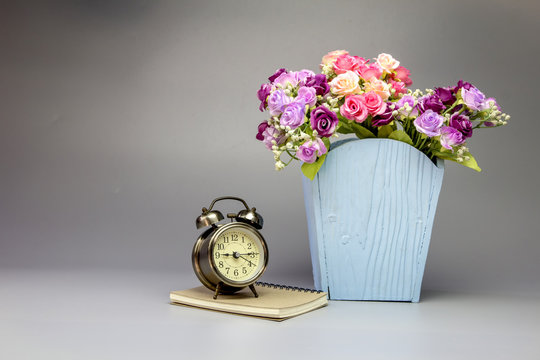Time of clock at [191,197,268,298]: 9:14
